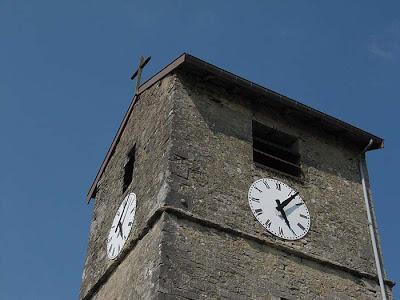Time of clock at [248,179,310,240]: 5:06
